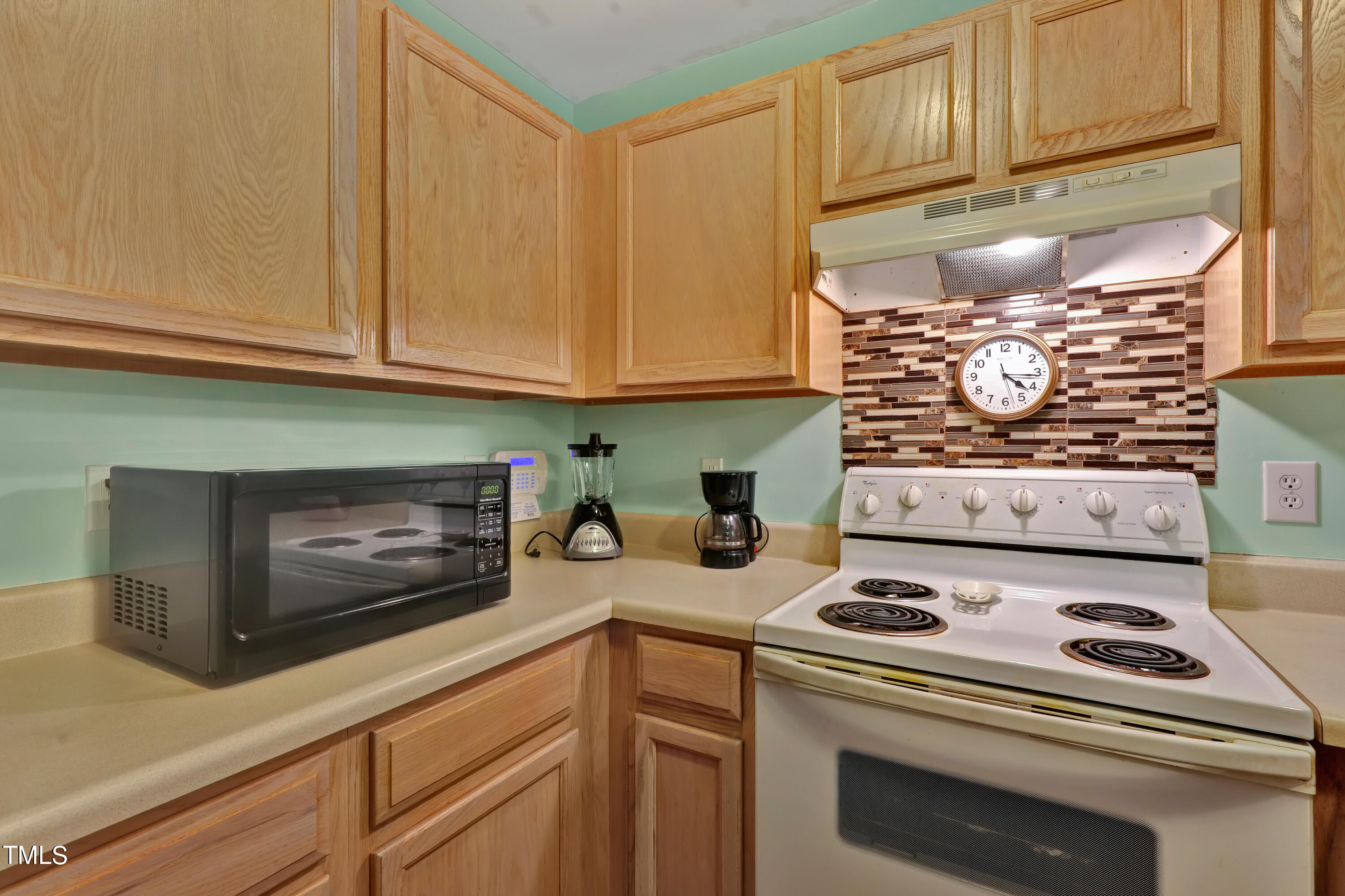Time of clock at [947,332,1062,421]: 4:15
